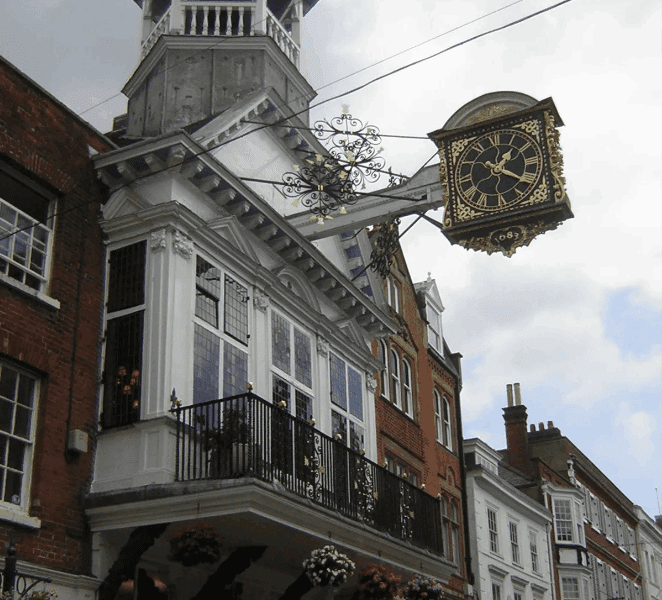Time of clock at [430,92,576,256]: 1:21
